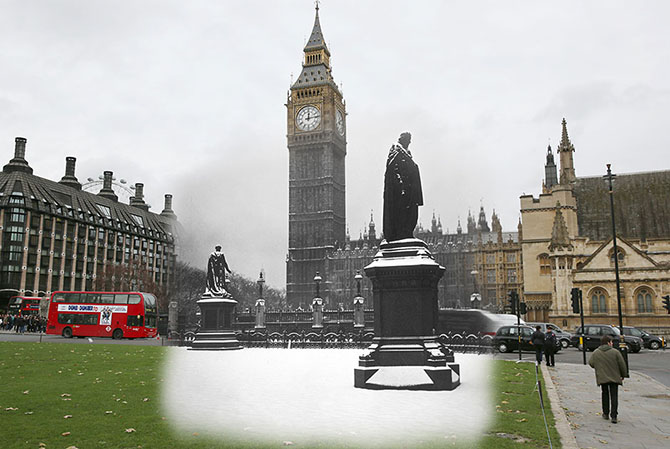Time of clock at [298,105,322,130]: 12:13
